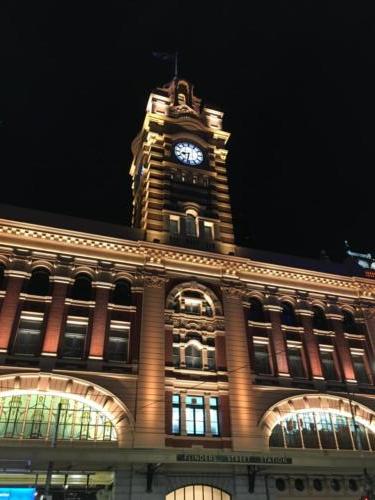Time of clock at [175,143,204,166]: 8:32
